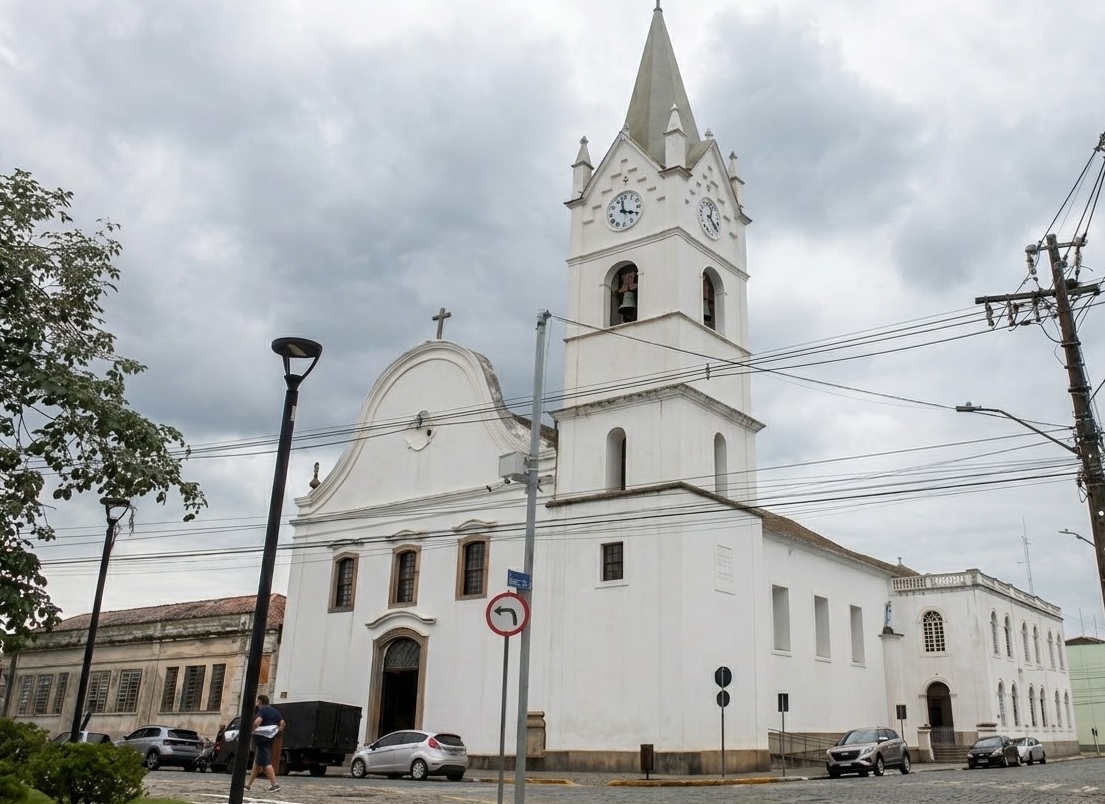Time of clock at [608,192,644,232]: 3:58
